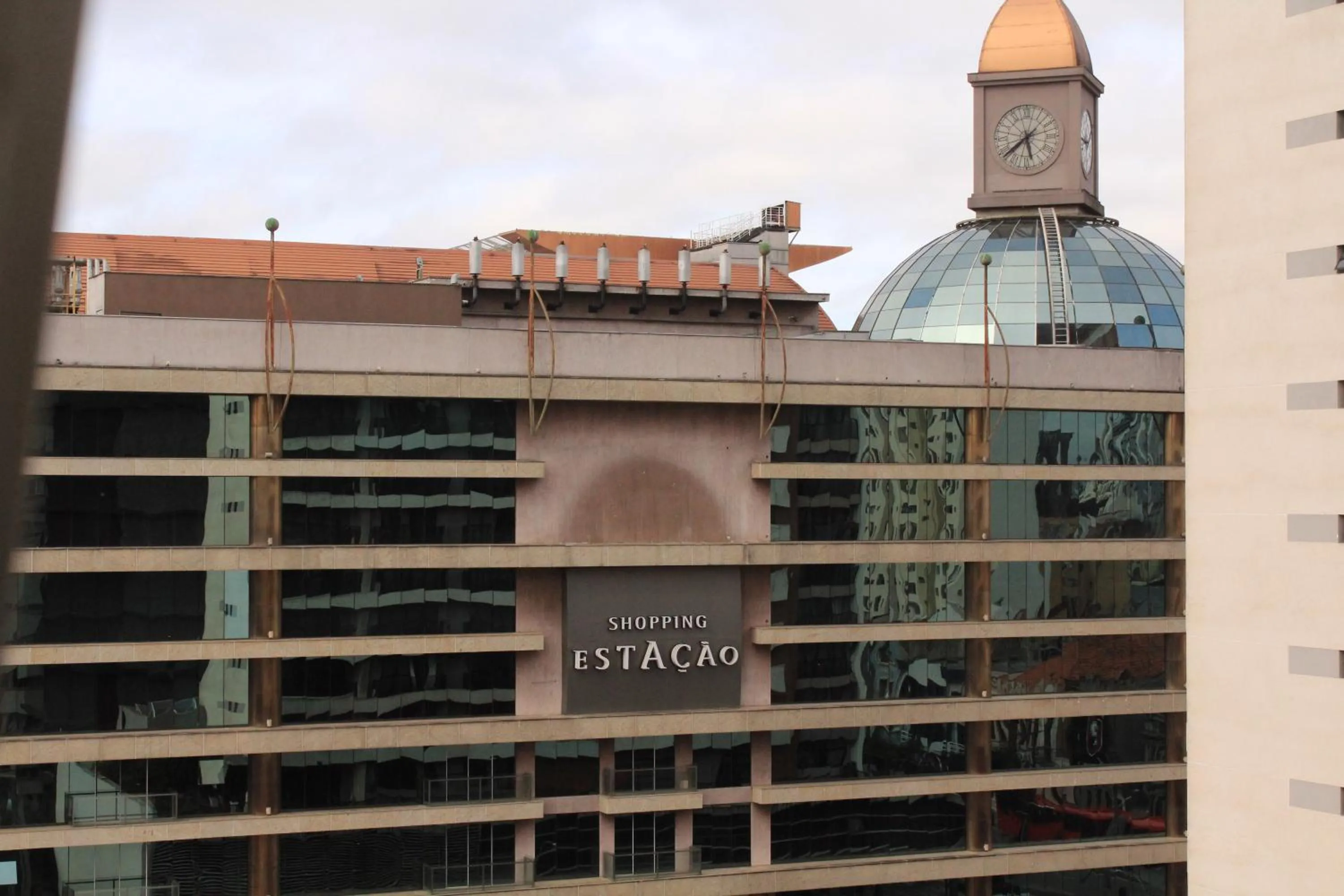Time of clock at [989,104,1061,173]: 5:38
